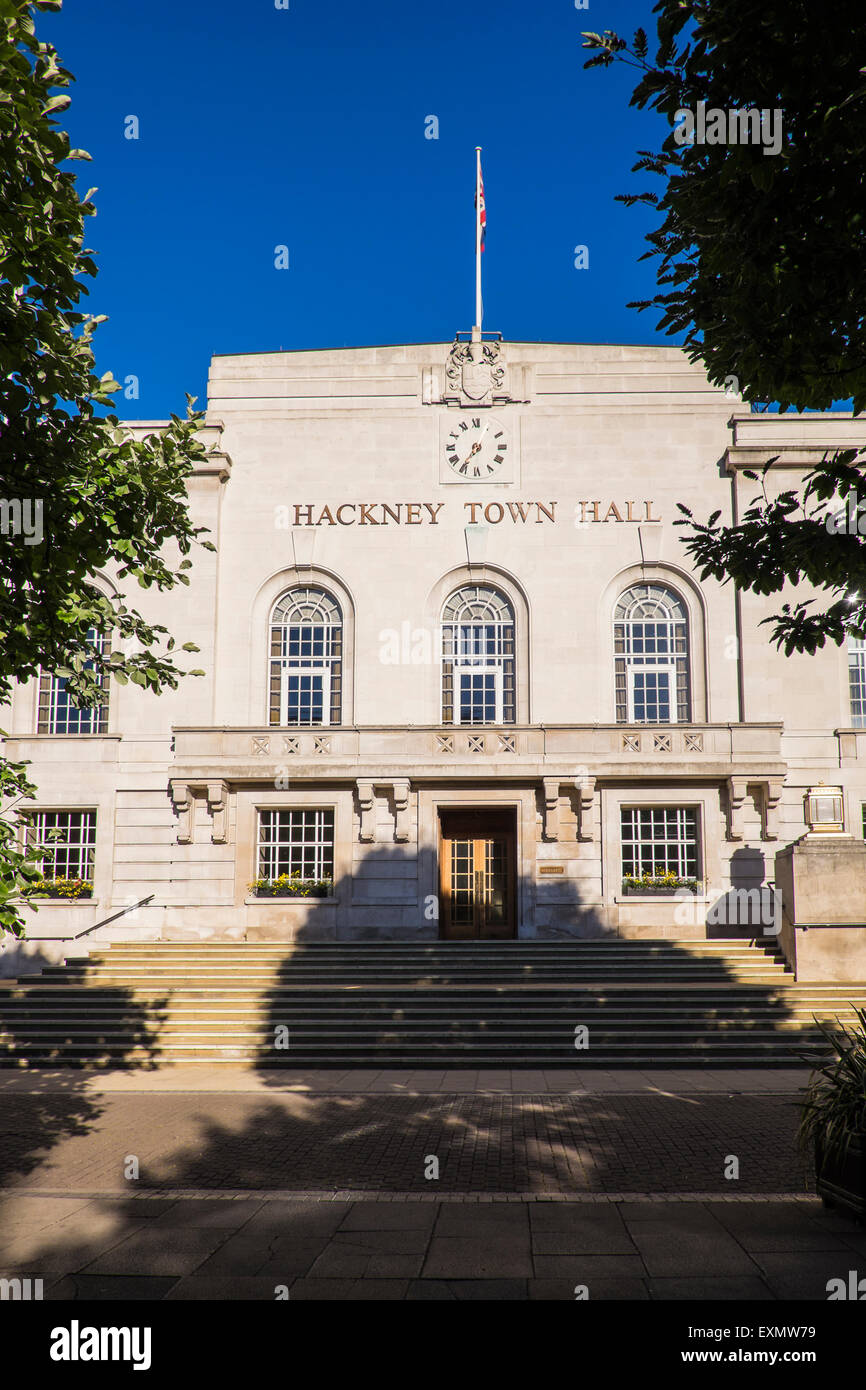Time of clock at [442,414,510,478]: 7:04
